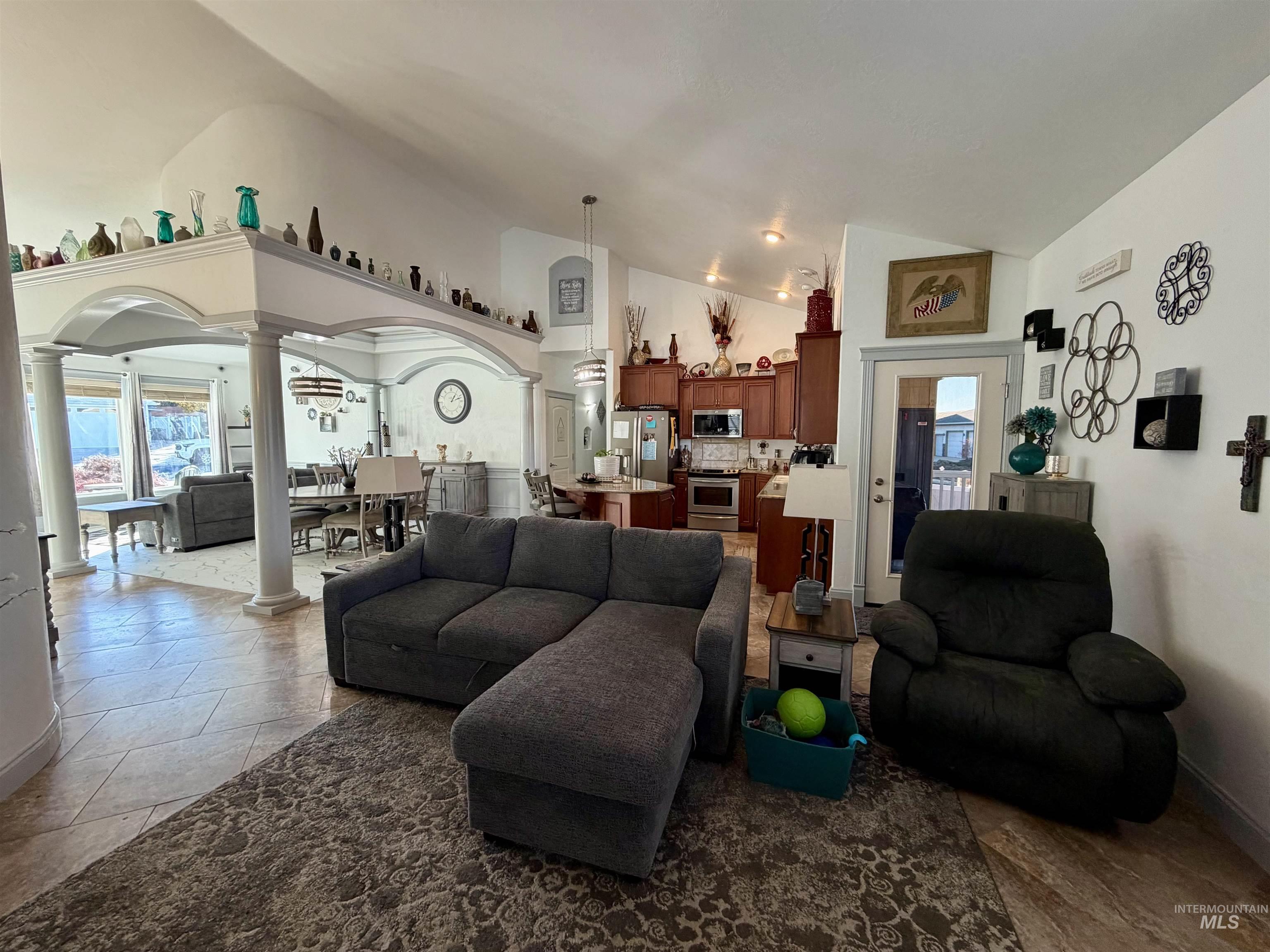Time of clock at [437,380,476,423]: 1:12
